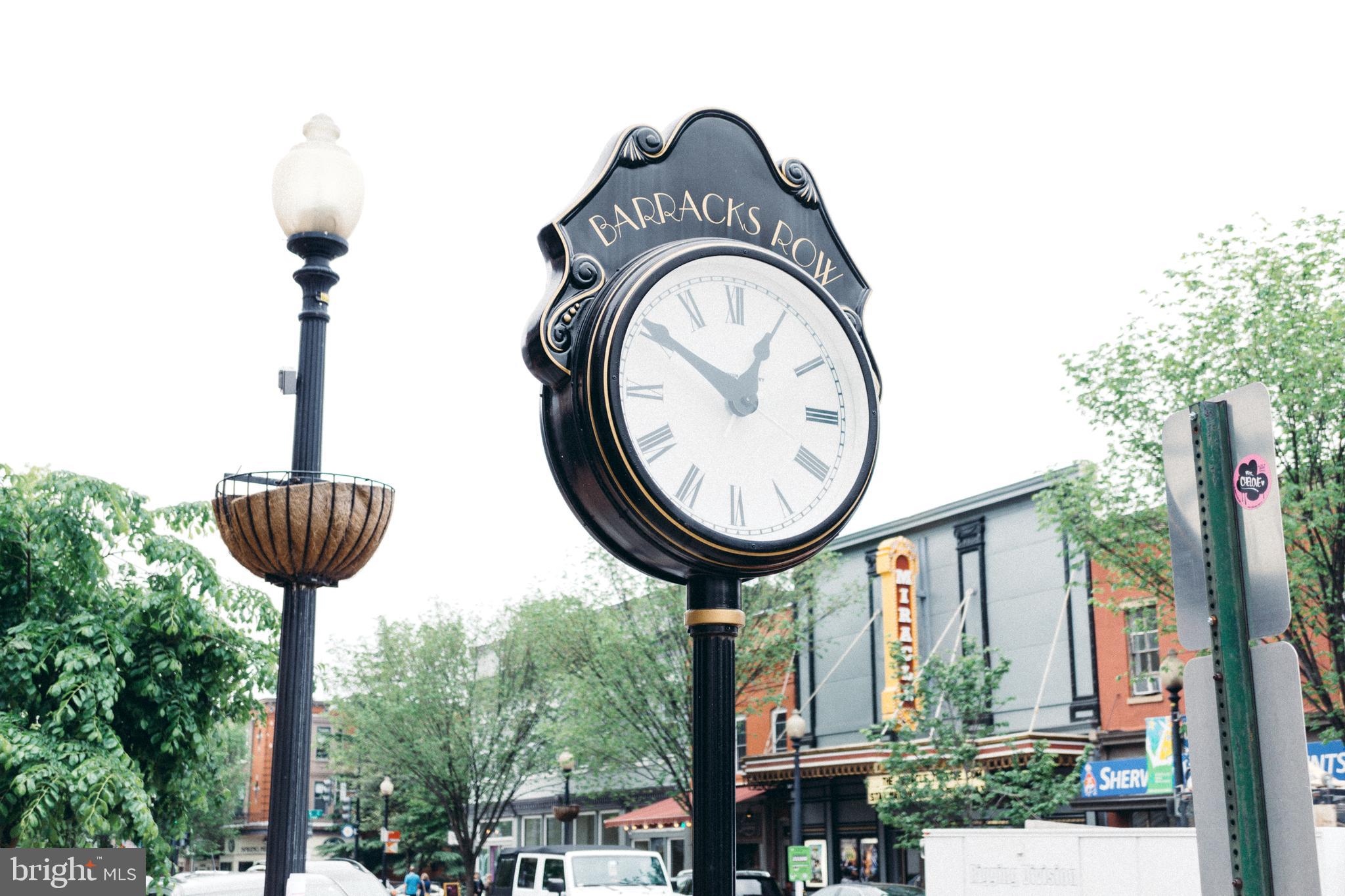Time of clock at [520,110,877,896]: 12:49
